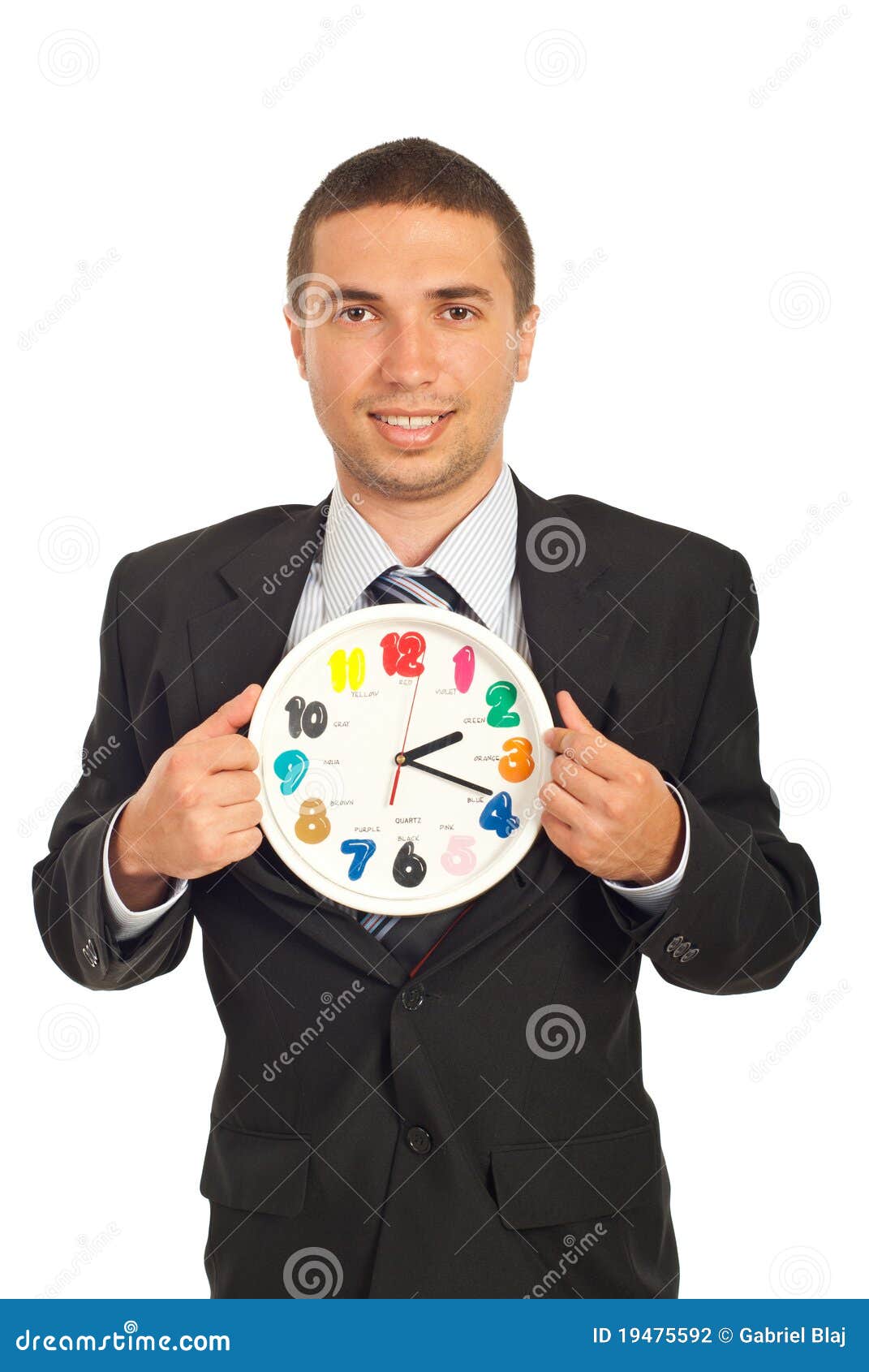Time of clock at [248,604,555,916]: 2:18
